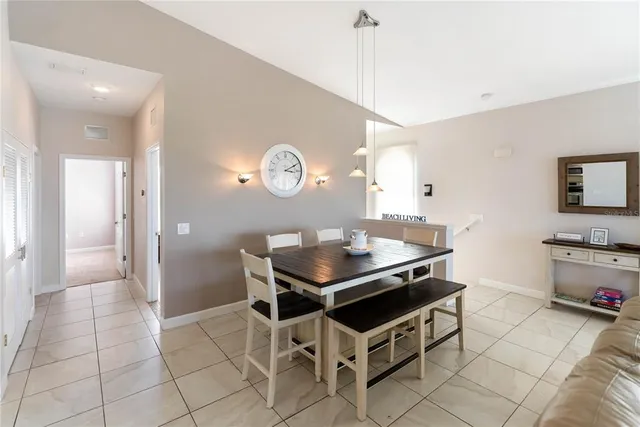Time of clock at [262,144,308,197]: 3:10
